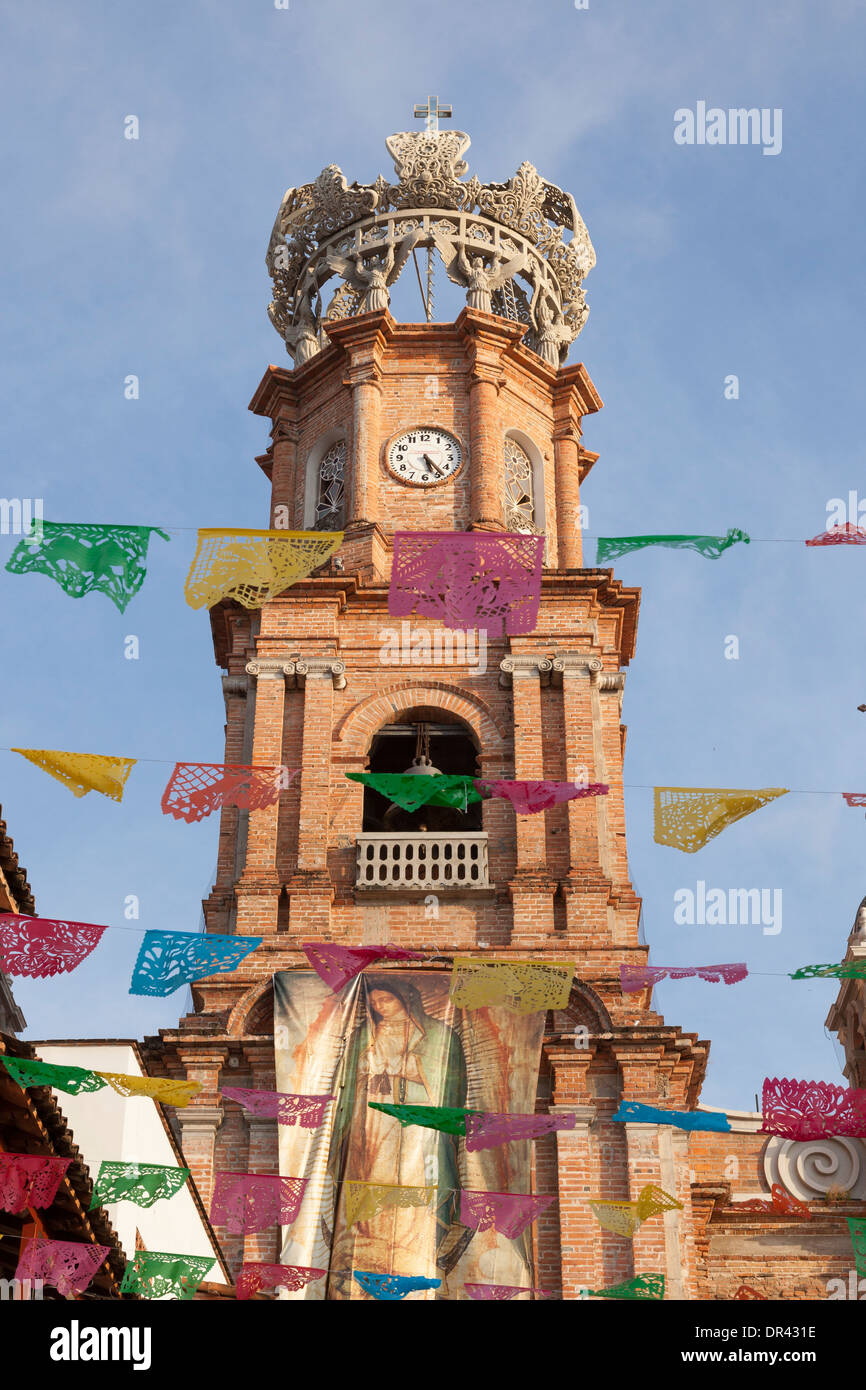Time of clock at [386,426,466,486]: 5:23
